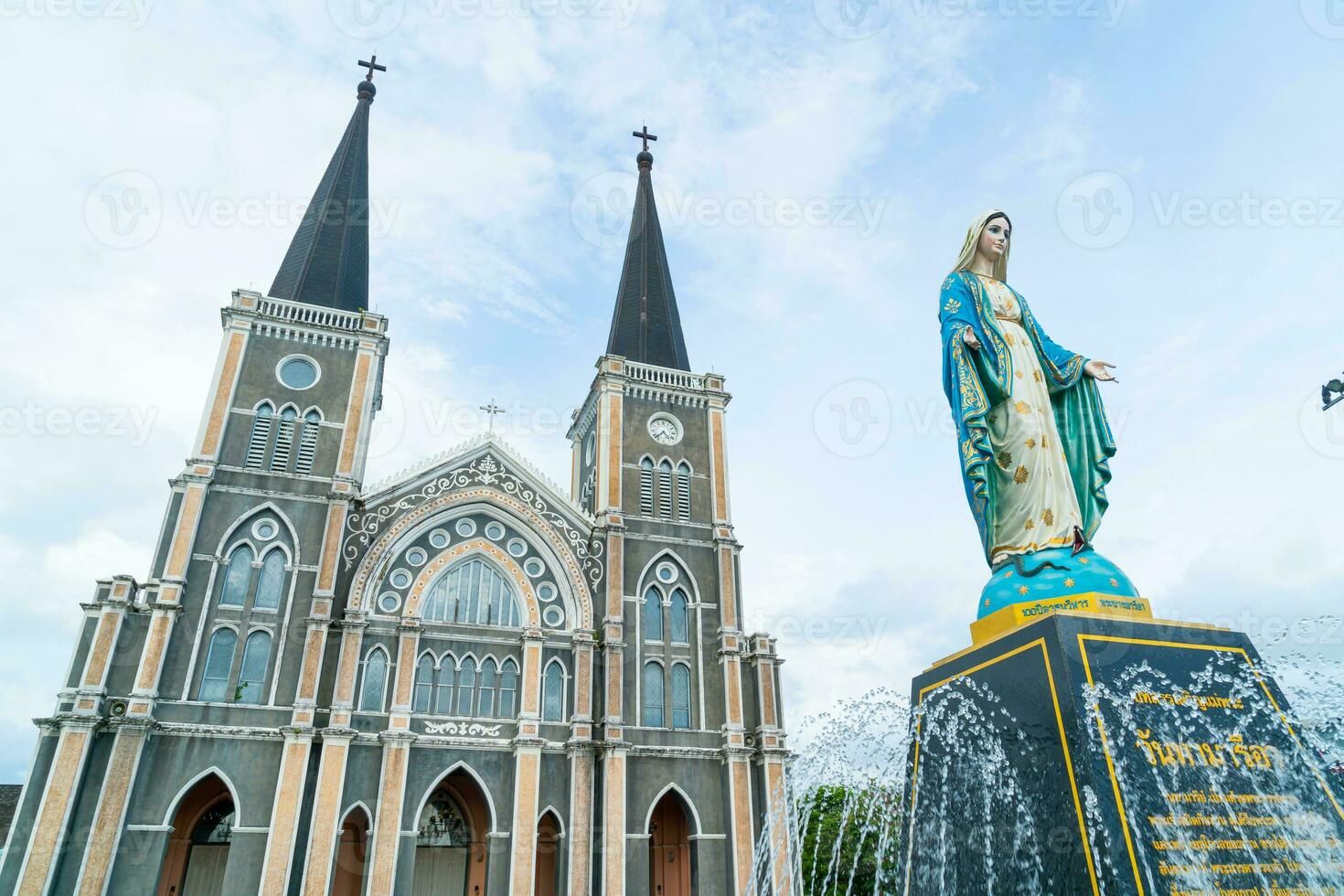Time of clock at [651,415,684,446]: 4:37
